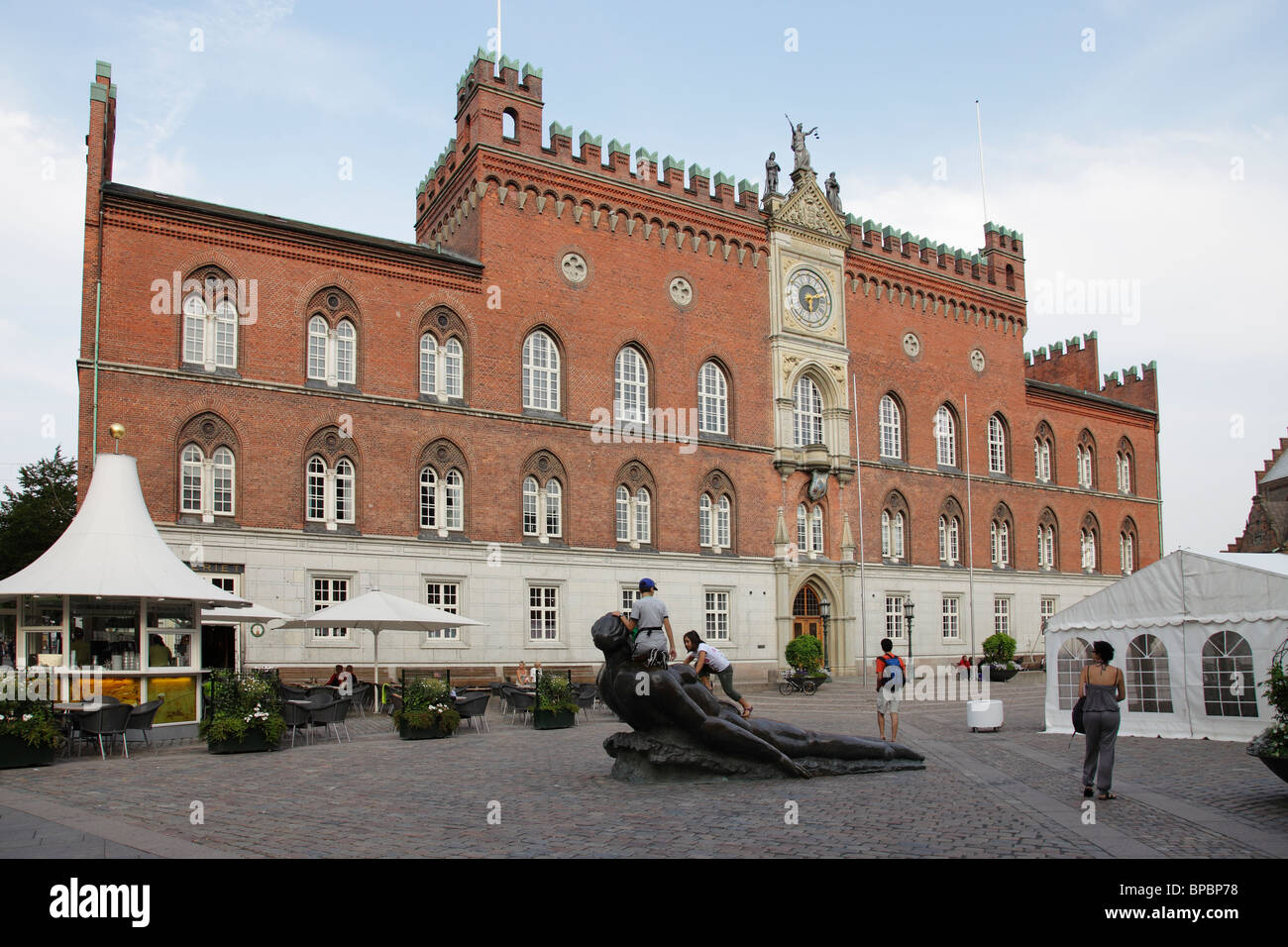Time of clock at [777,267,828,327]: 6:12
